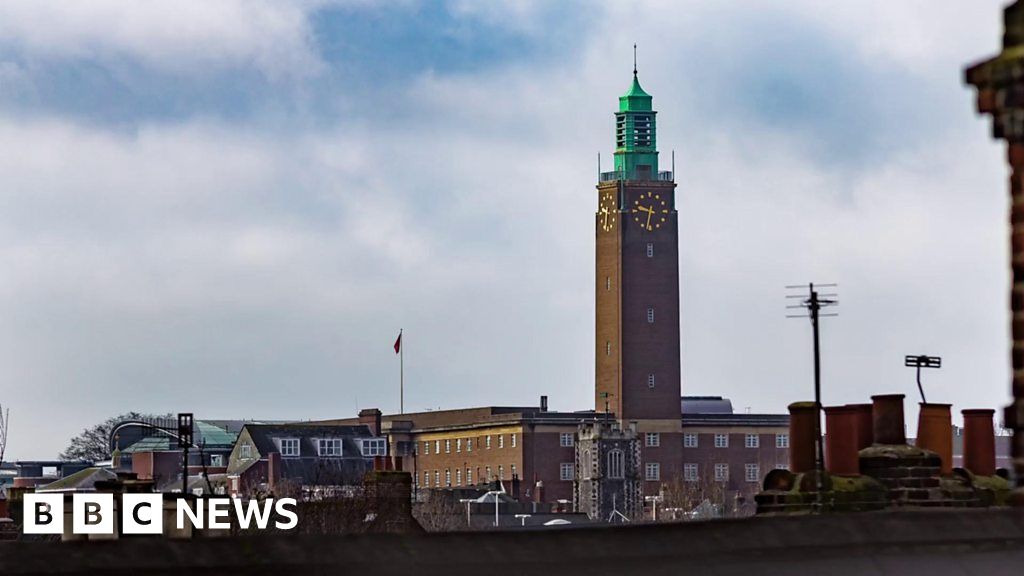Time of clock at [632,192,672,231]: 9:32
